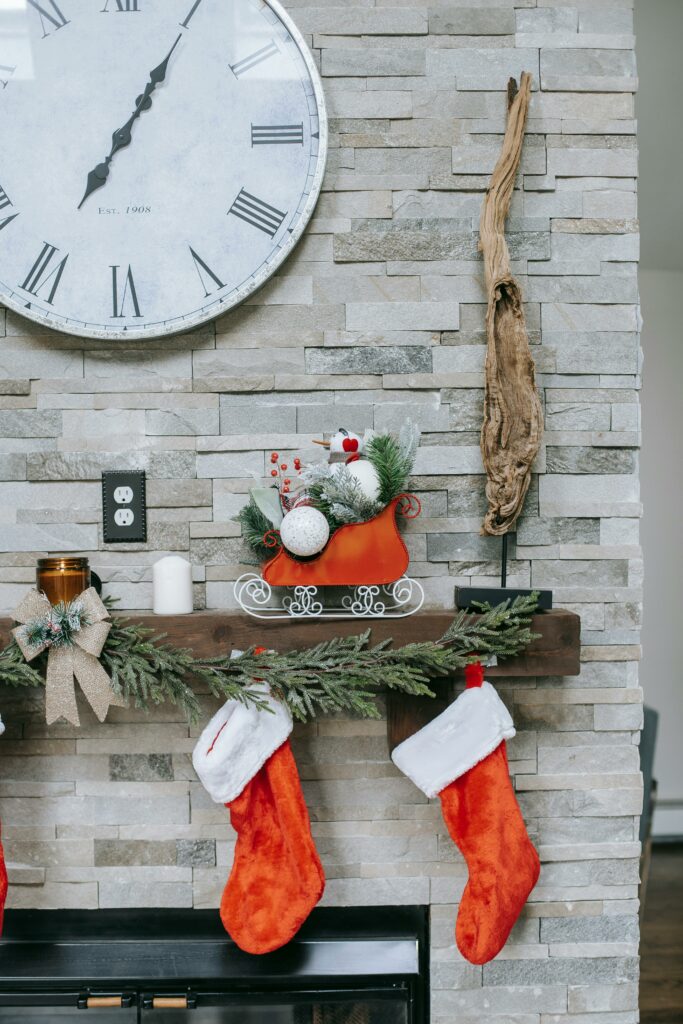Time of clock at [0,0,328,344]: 7:05
